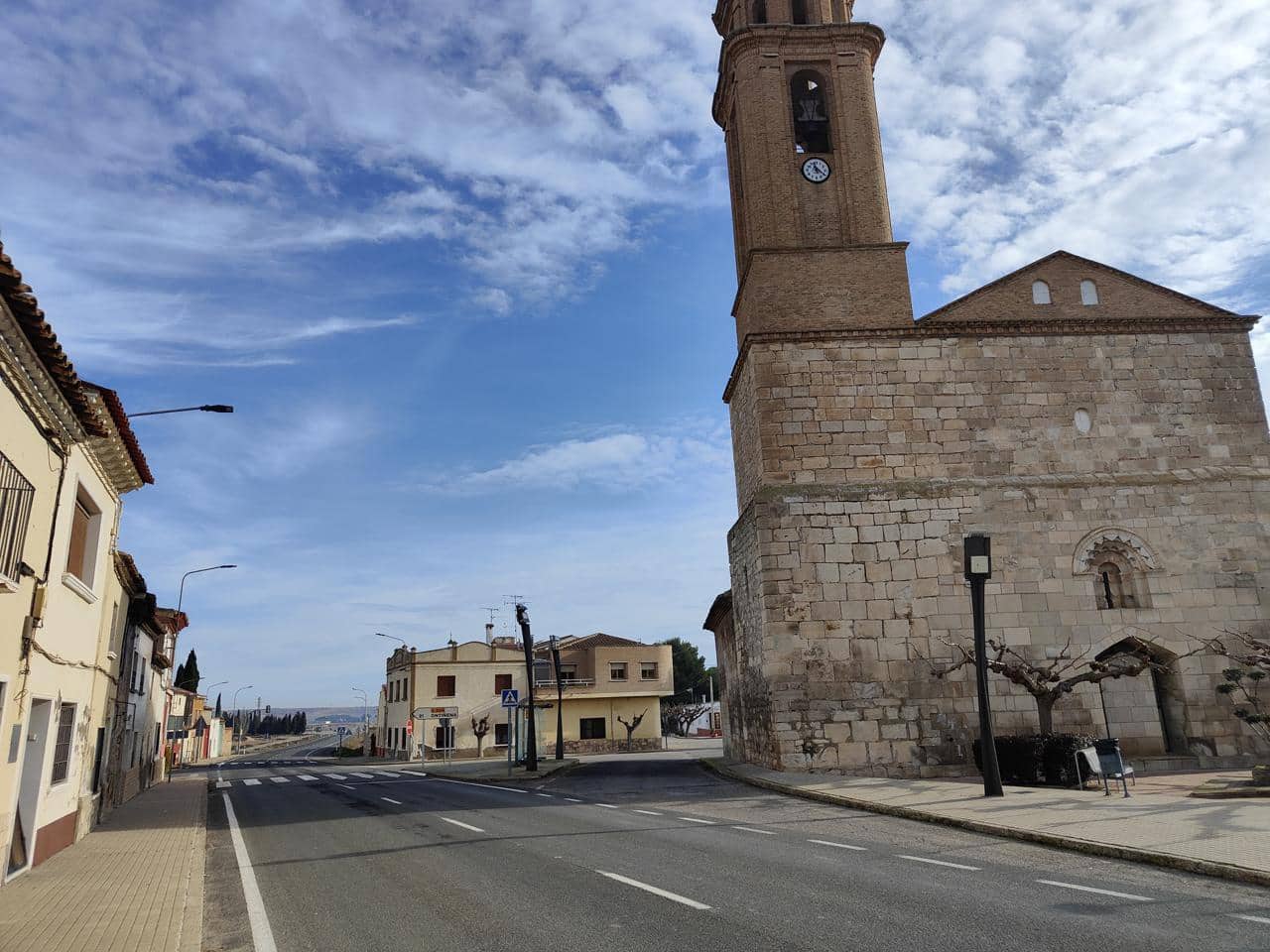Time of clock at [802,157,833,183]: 11:20
